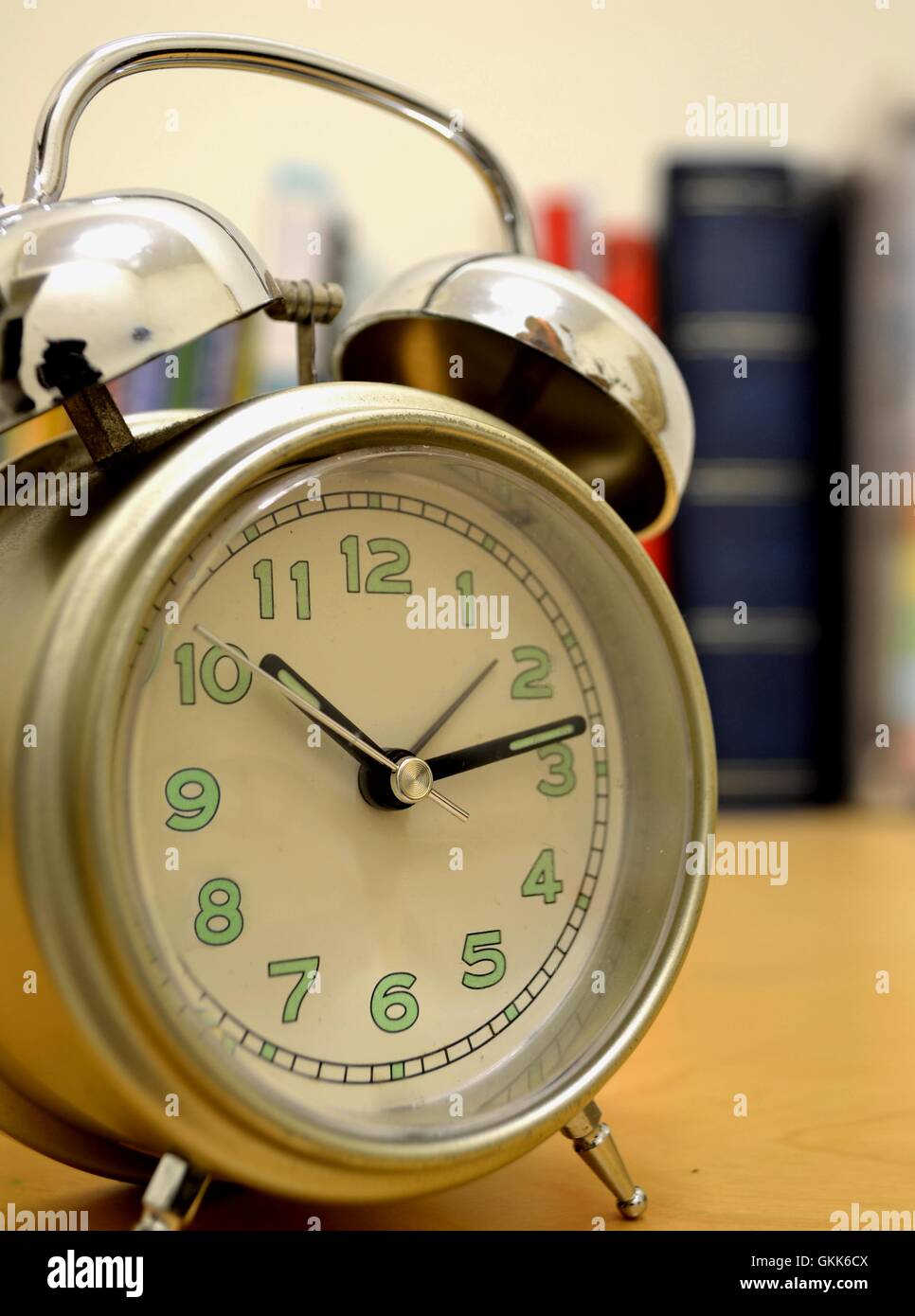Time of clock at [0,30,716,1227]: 10:13
